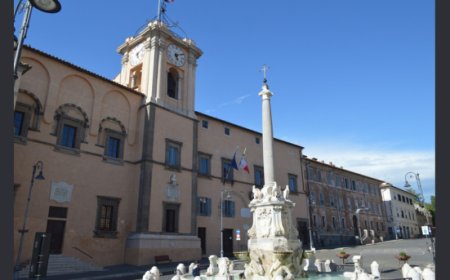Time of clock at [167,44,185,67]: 5:11
